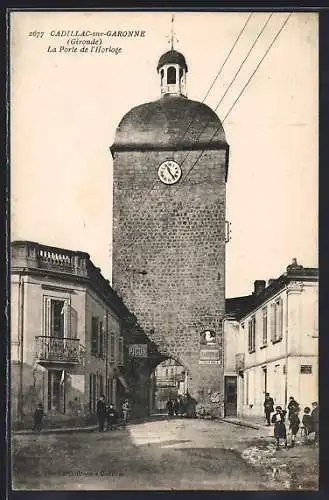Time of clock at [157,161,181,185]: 11:23
